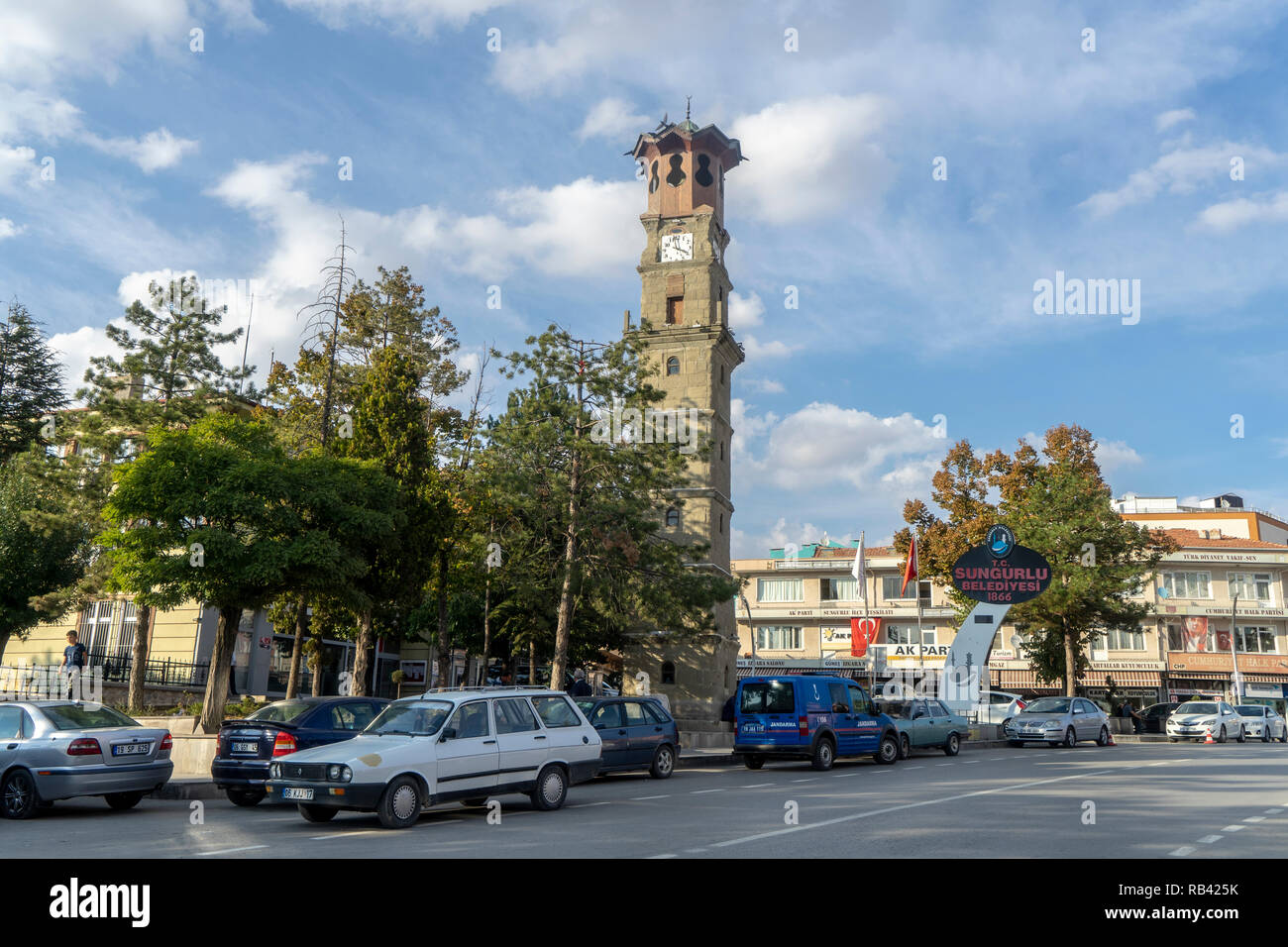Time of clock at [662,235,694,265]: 3:58
